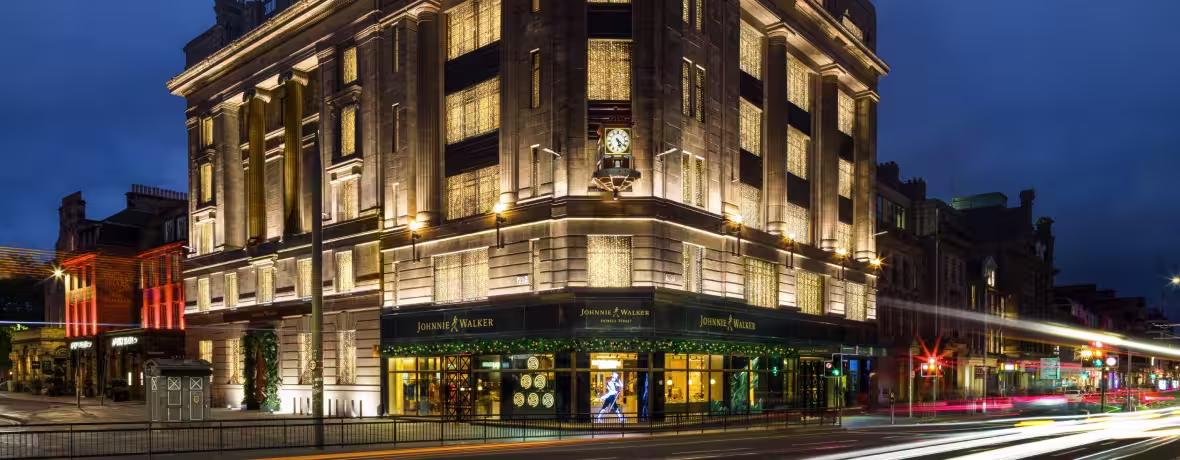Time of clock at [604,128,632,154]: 5:21
